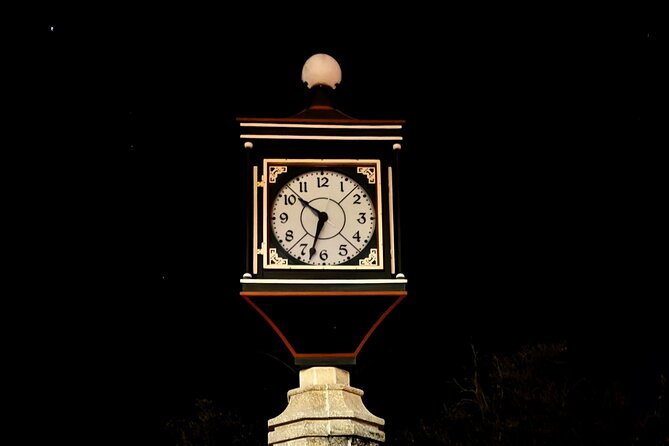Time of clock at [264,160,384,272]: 10:33
